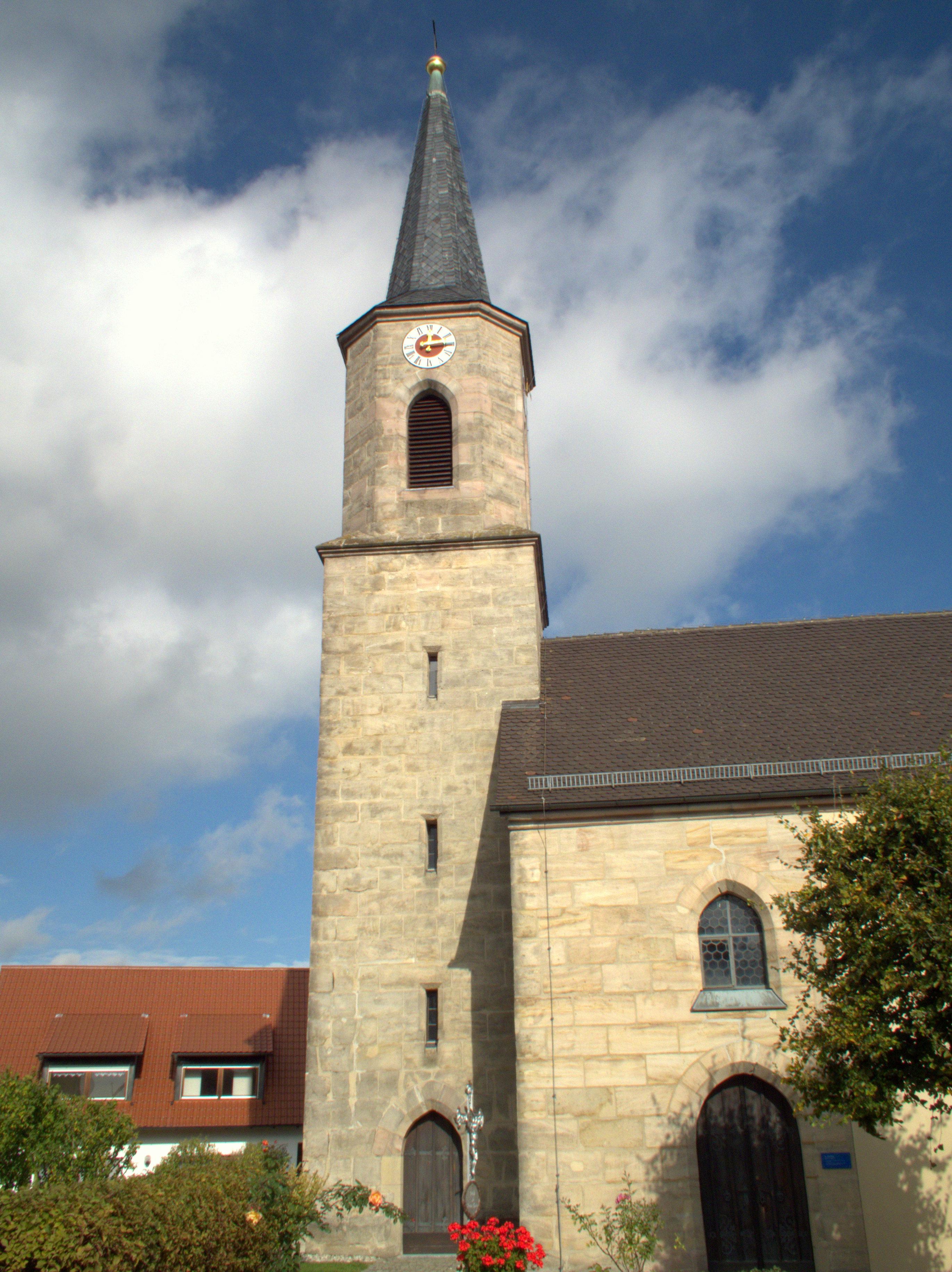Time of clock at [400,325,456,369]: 12:14
